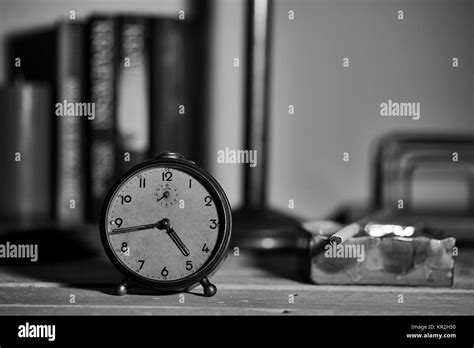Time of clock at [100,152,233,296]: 4:43
